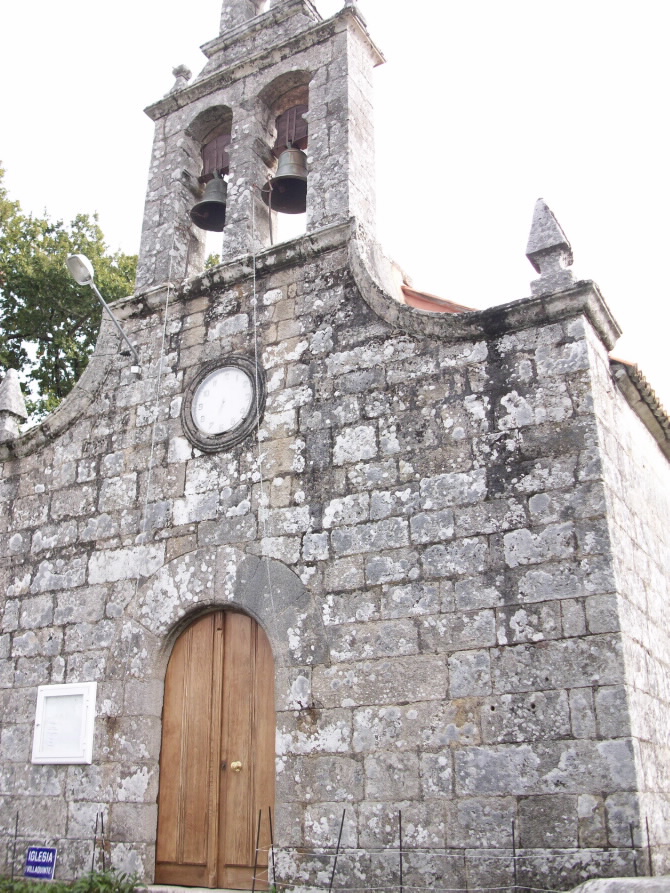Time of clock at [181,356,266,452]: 6:32
